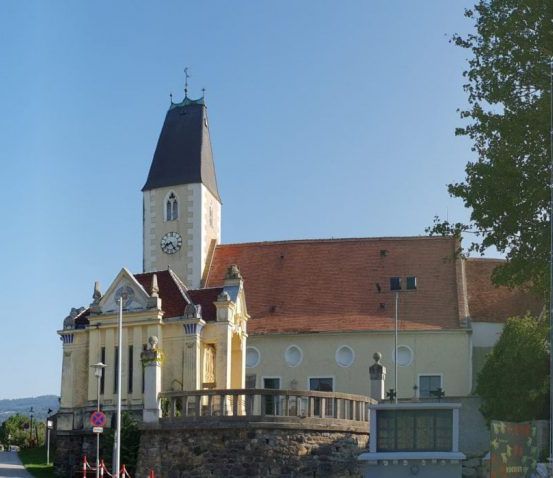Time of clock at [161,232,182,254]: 8:25
